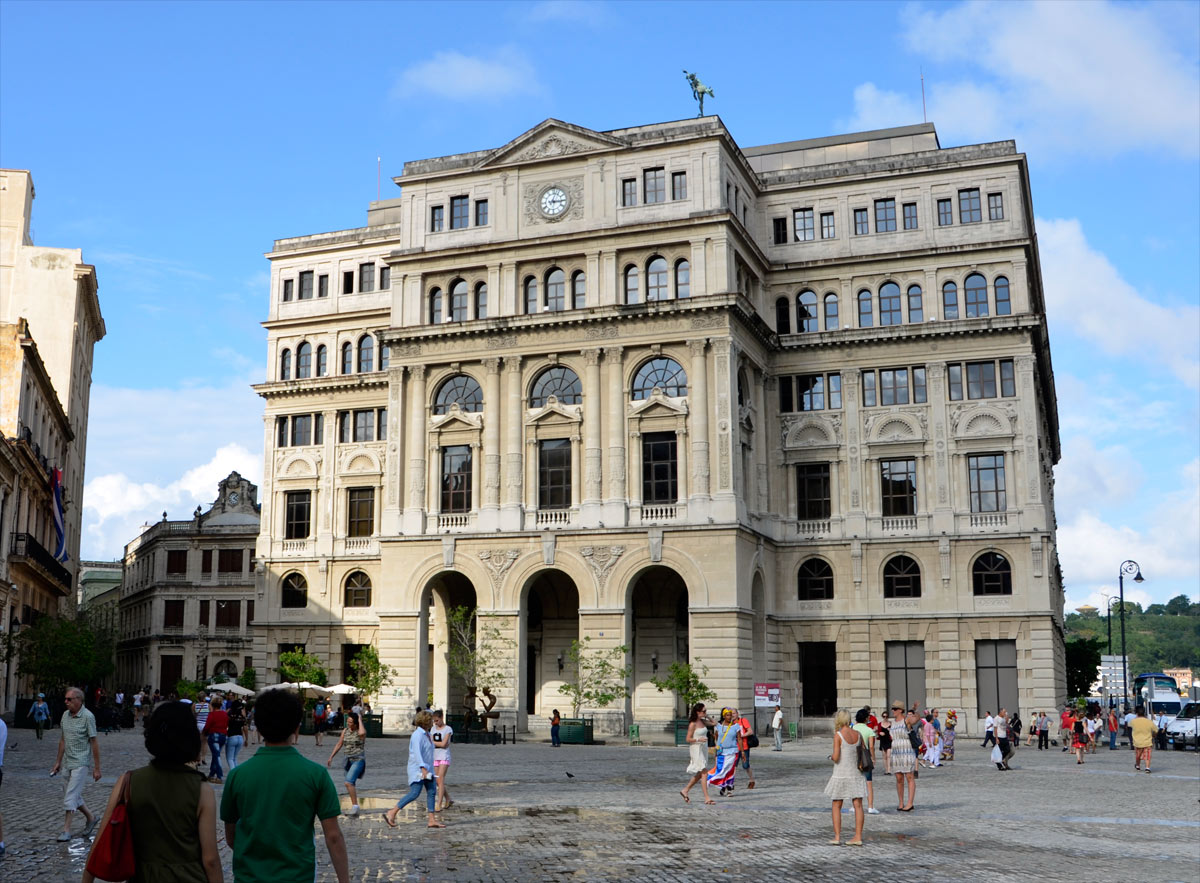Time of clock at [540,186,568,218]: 3:02
